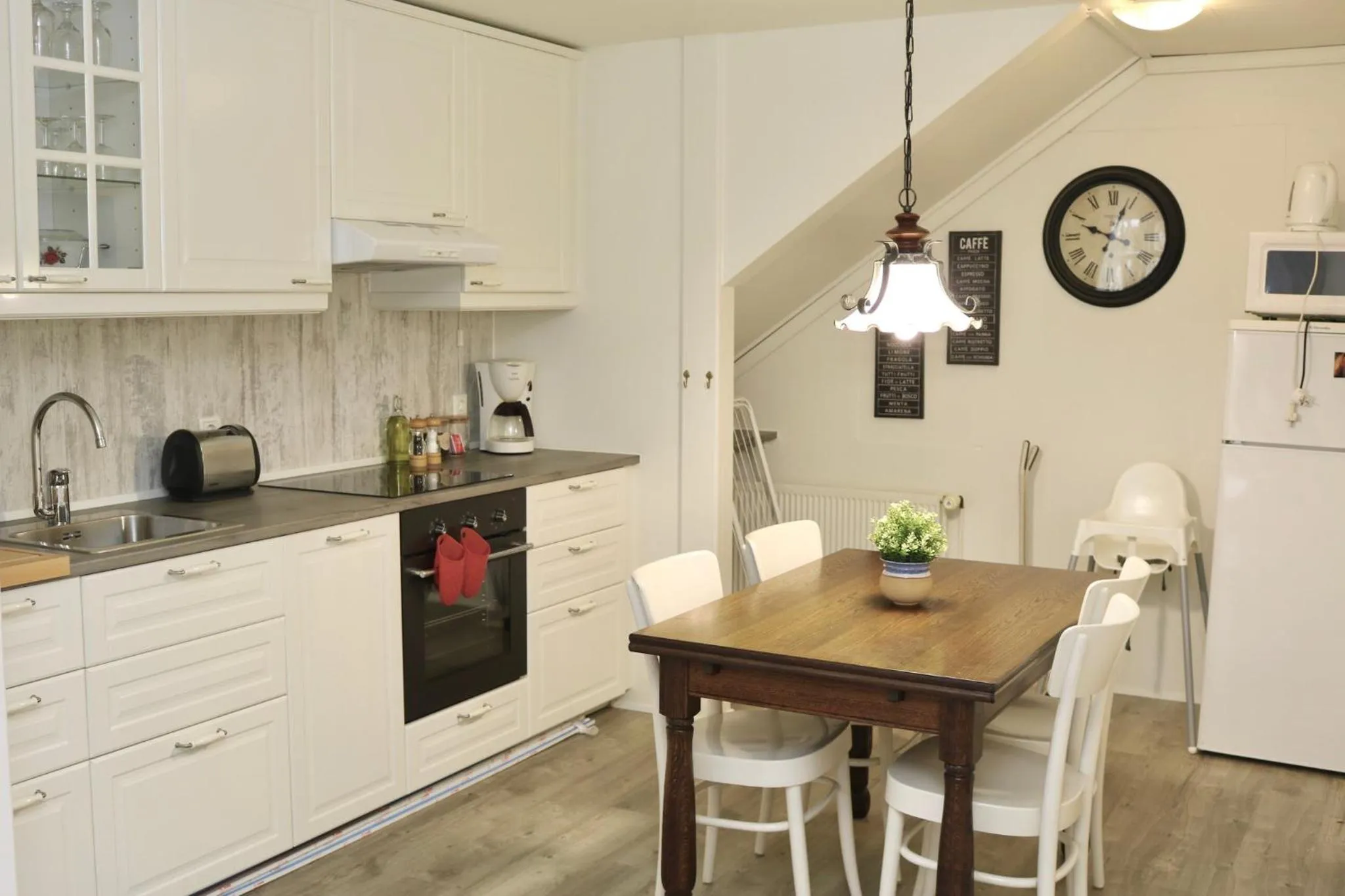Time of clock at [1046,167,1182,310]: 12:48
